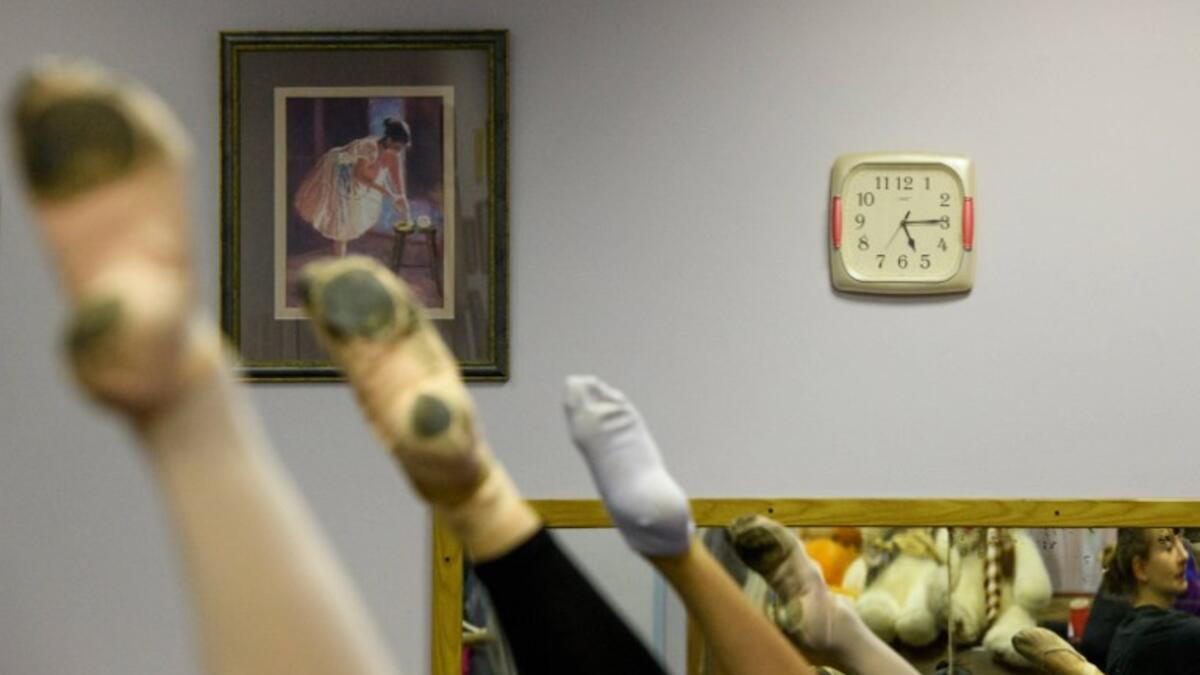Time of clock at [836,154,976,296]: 5:14
